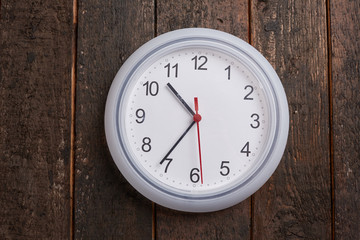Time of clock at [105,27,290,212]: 10:36
